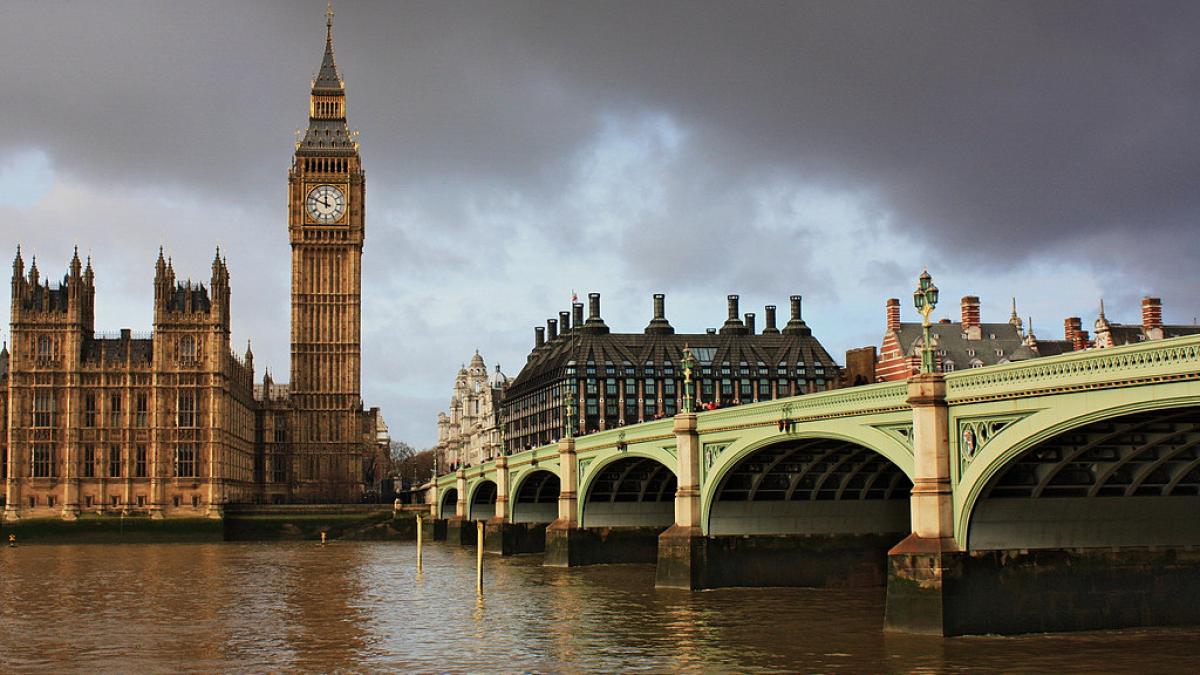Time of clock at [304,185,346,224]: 11:48
